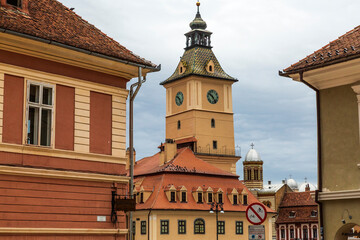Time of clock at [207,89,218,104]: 4:50
